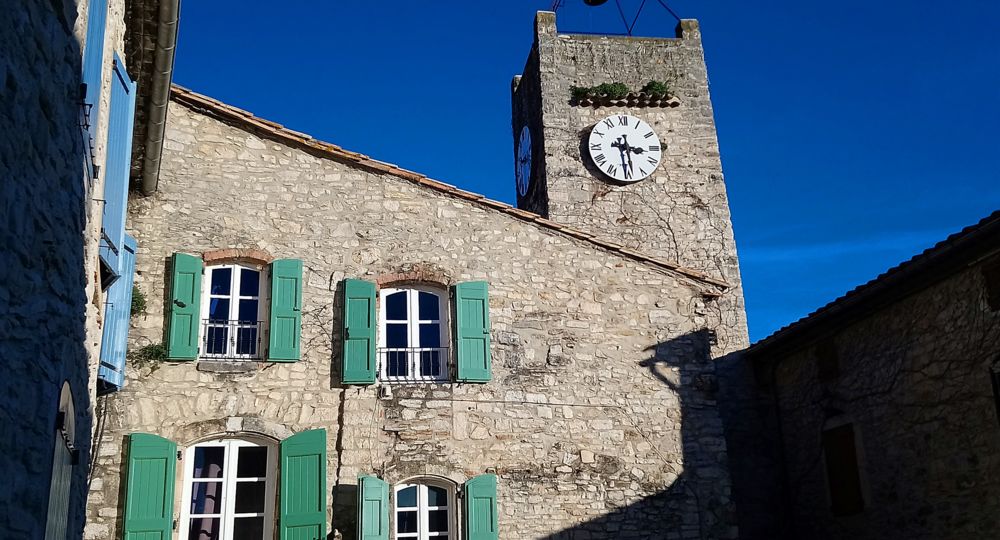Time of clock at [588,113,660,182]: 3:28
